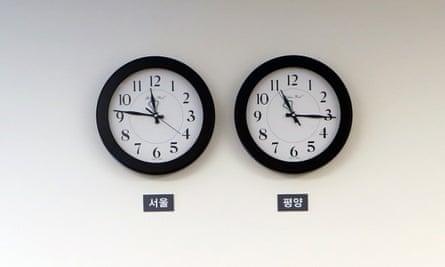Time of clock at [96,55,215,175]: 11:46
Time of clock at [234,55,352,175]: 11:15
